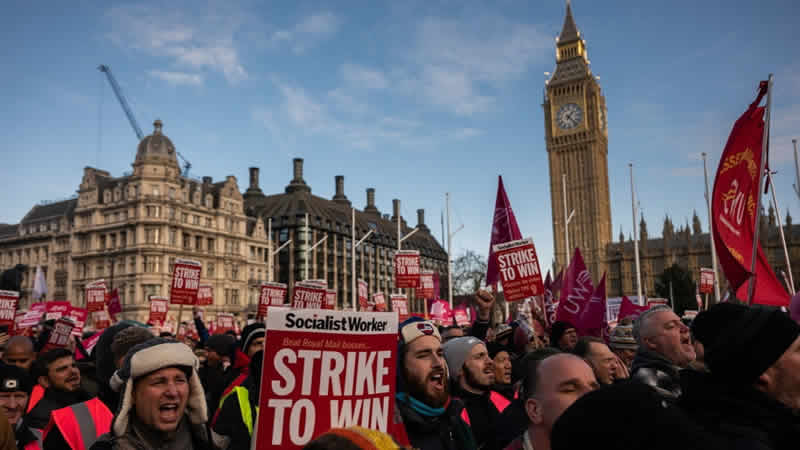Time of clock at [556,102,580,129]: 1:22
